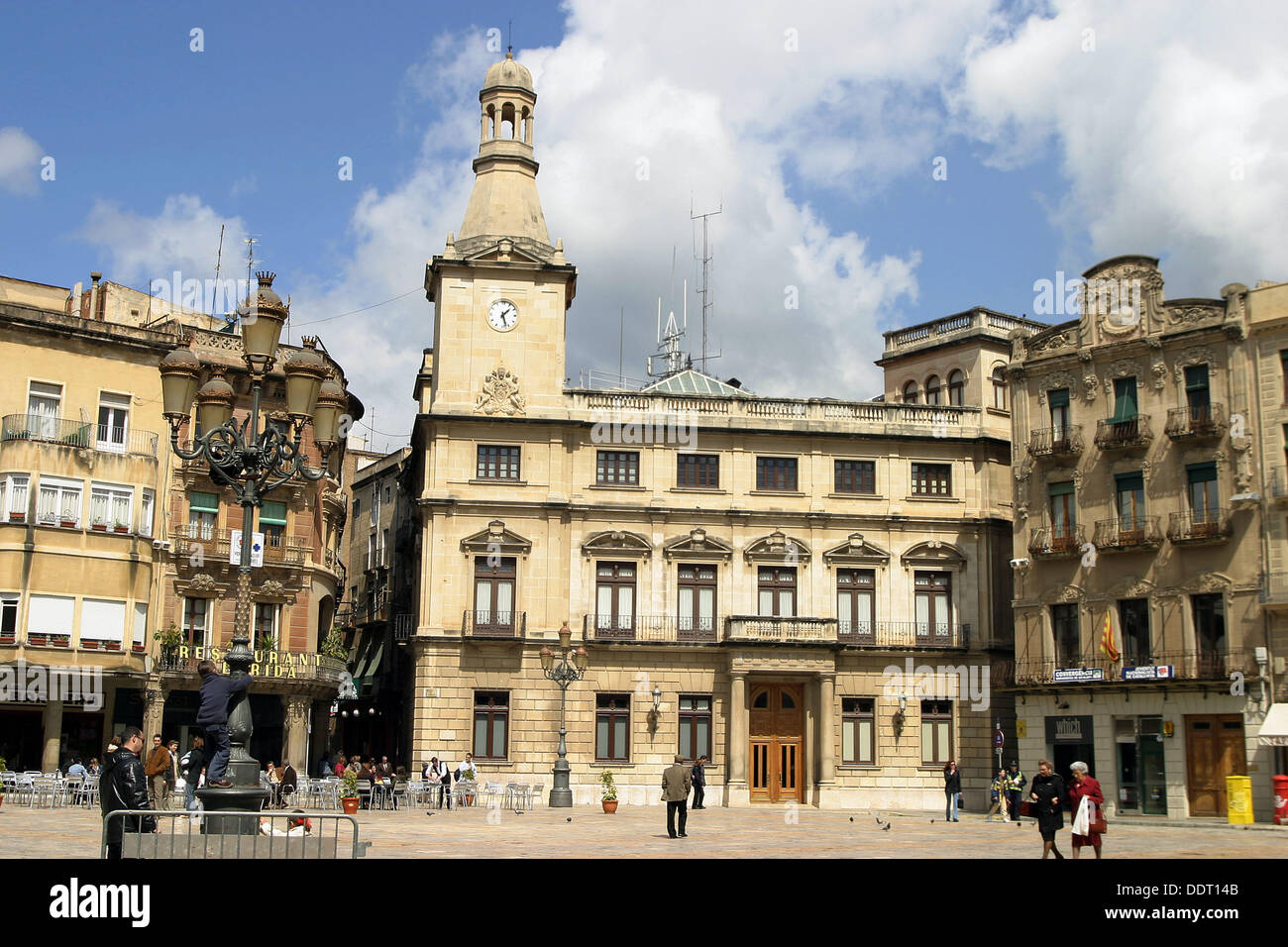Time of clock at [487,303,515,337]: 1:27
